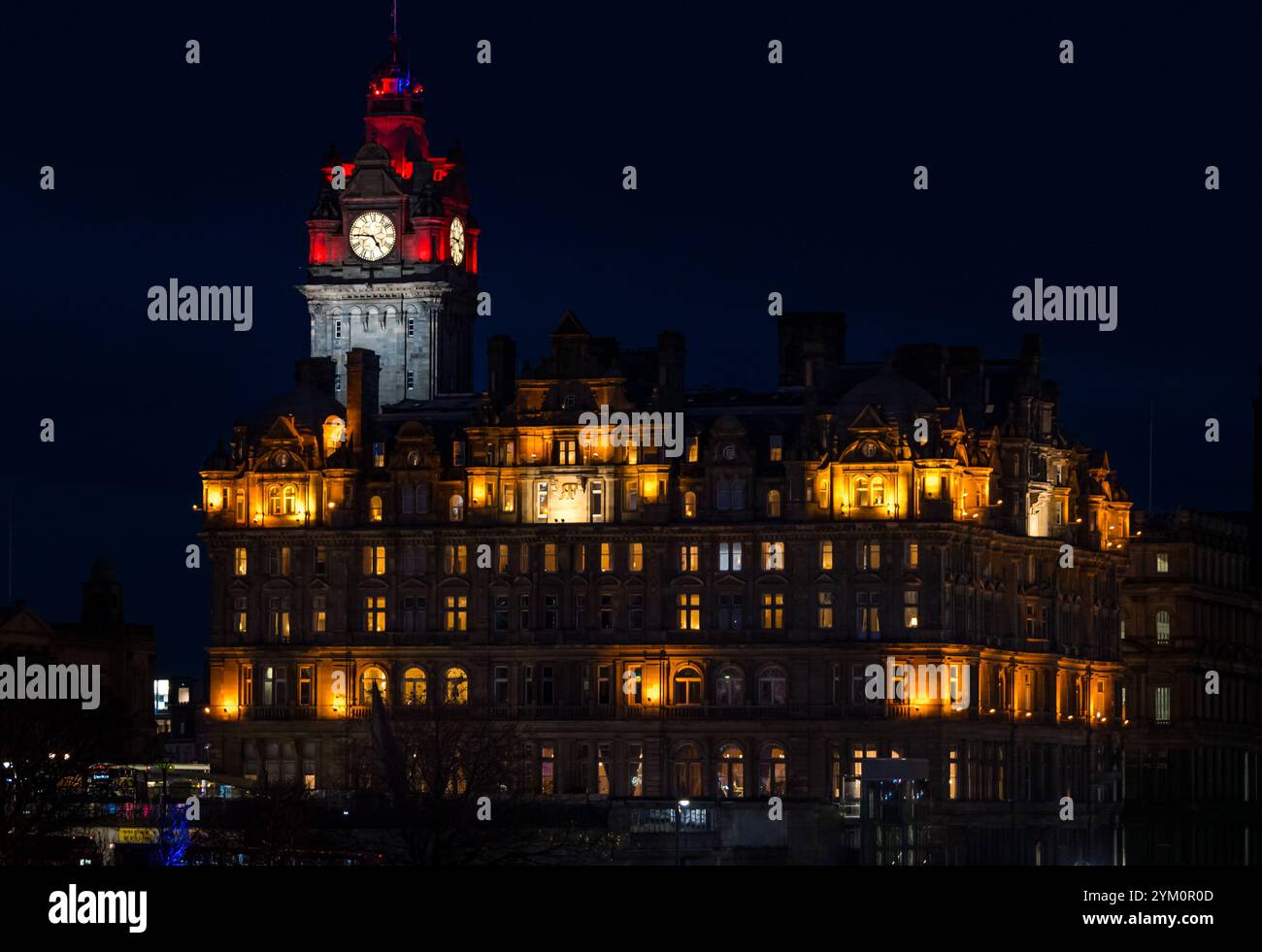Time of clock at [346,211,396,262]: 4:45
